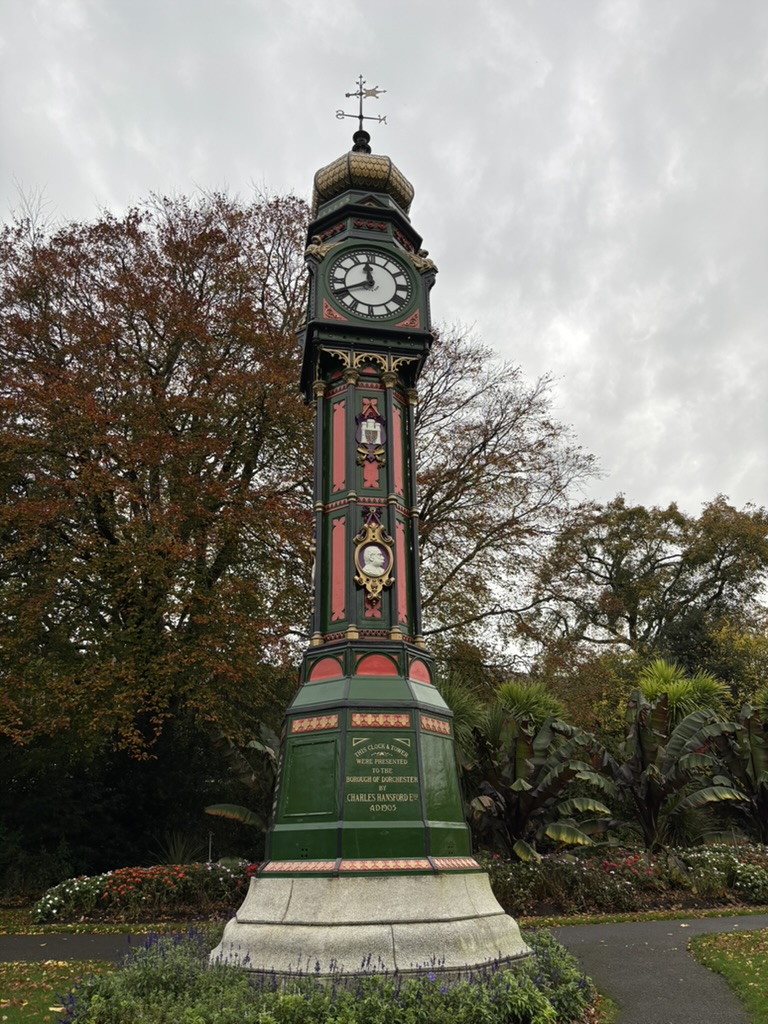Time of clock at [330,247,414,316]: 11:41
